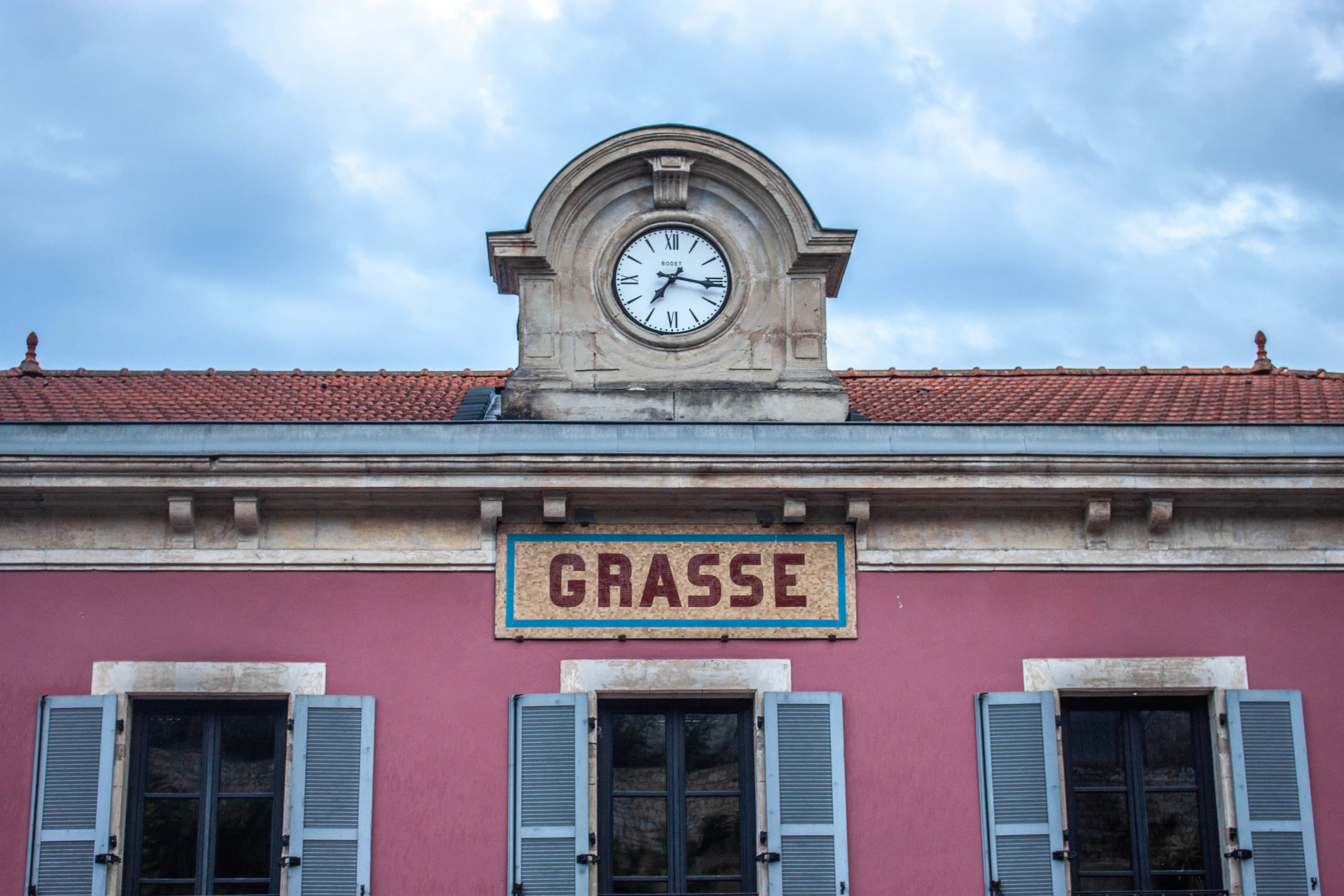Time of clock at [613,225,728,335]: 7:16
